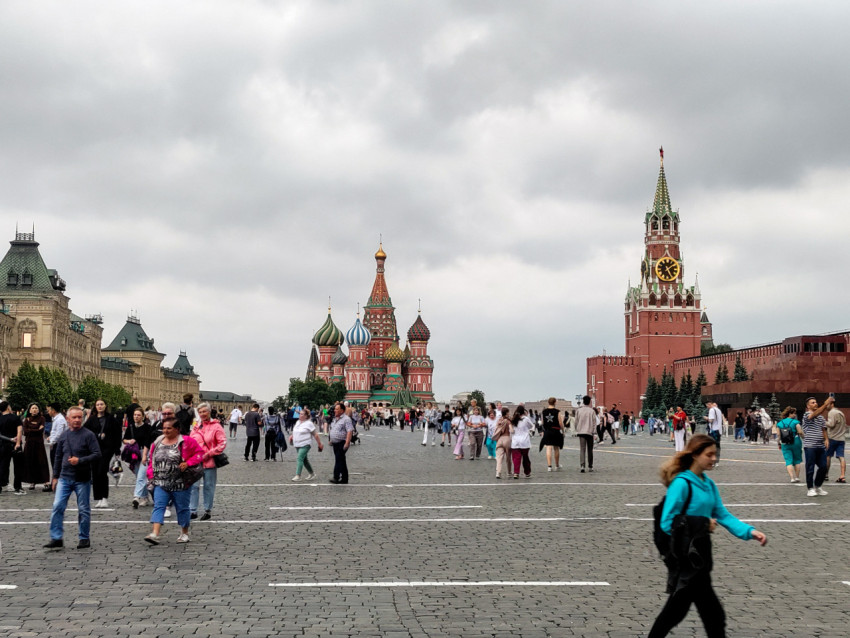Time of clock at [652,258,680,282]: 1:26
